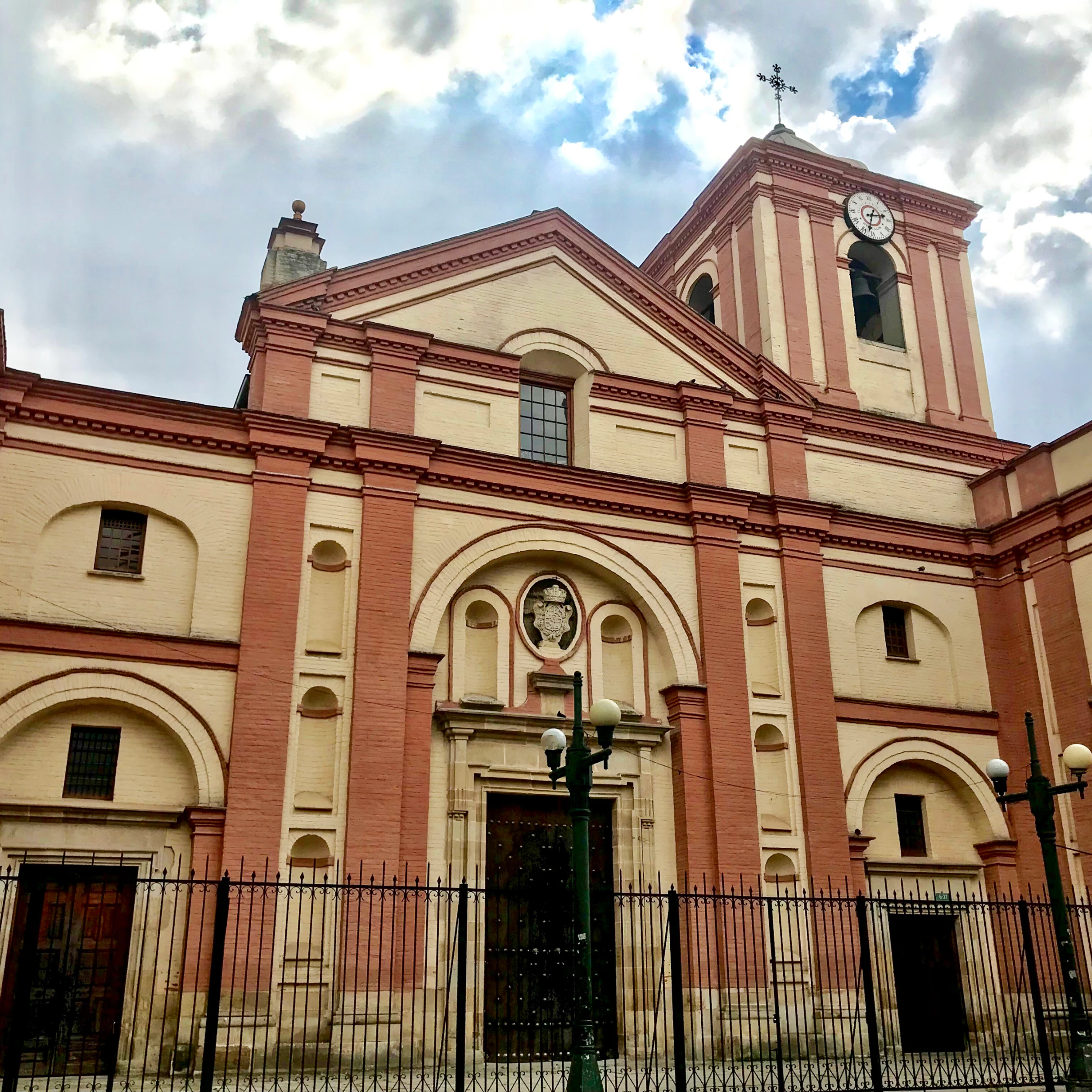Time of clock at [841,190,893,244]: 2:32
